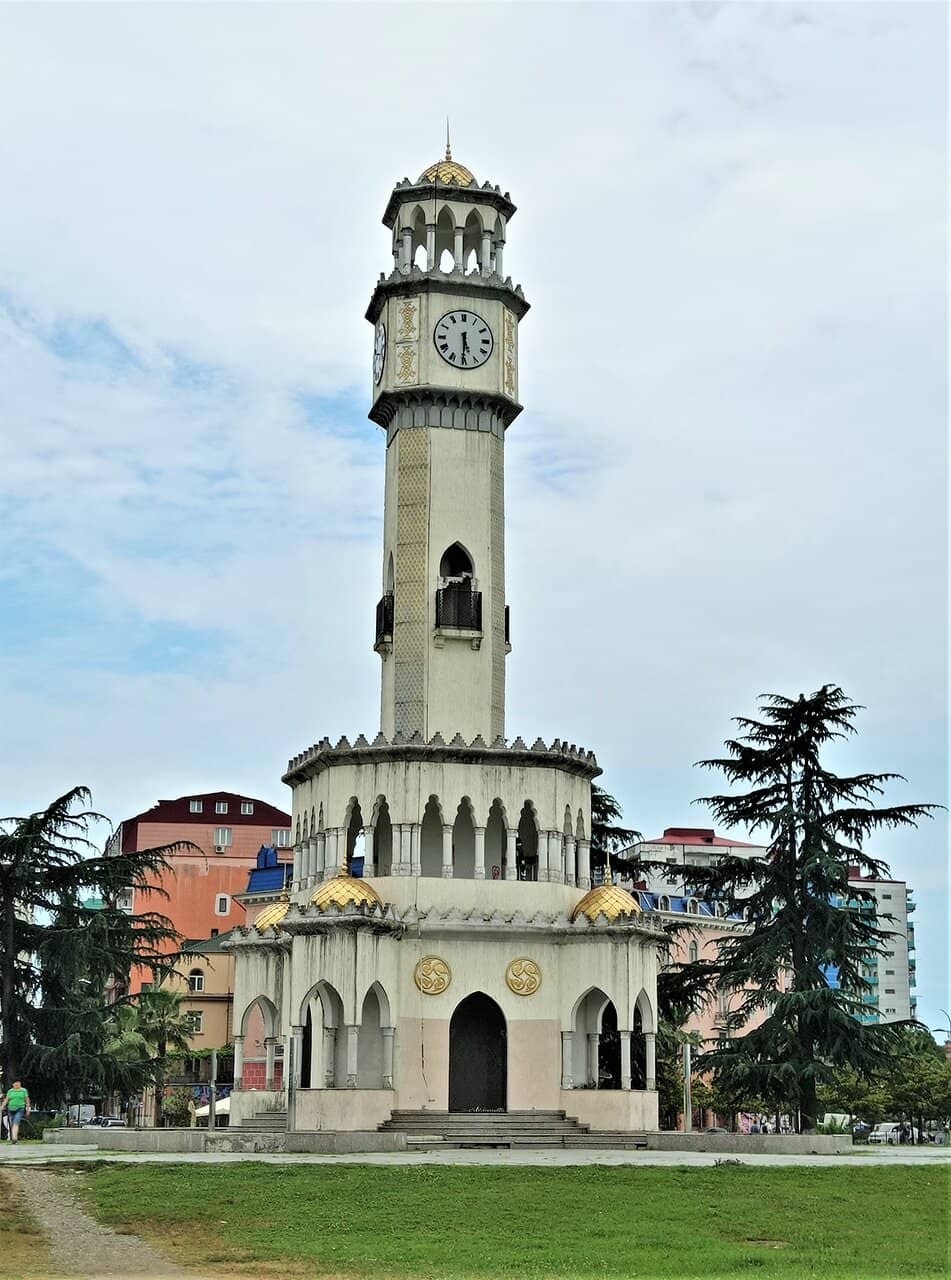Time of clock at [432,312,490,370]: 5:30
